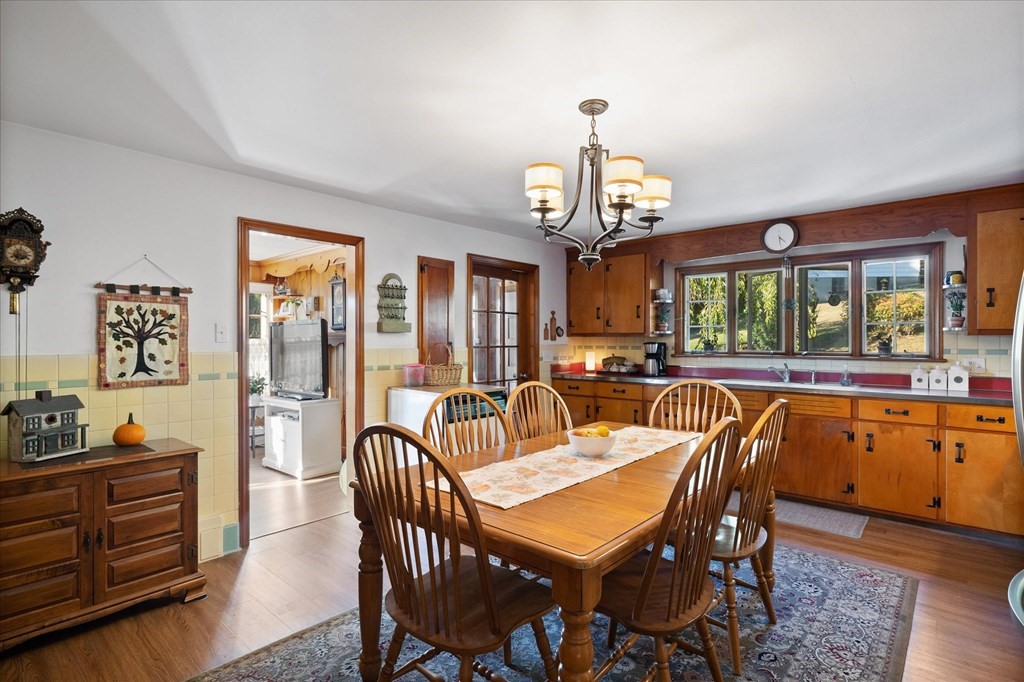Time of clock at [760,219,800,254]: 4:28
